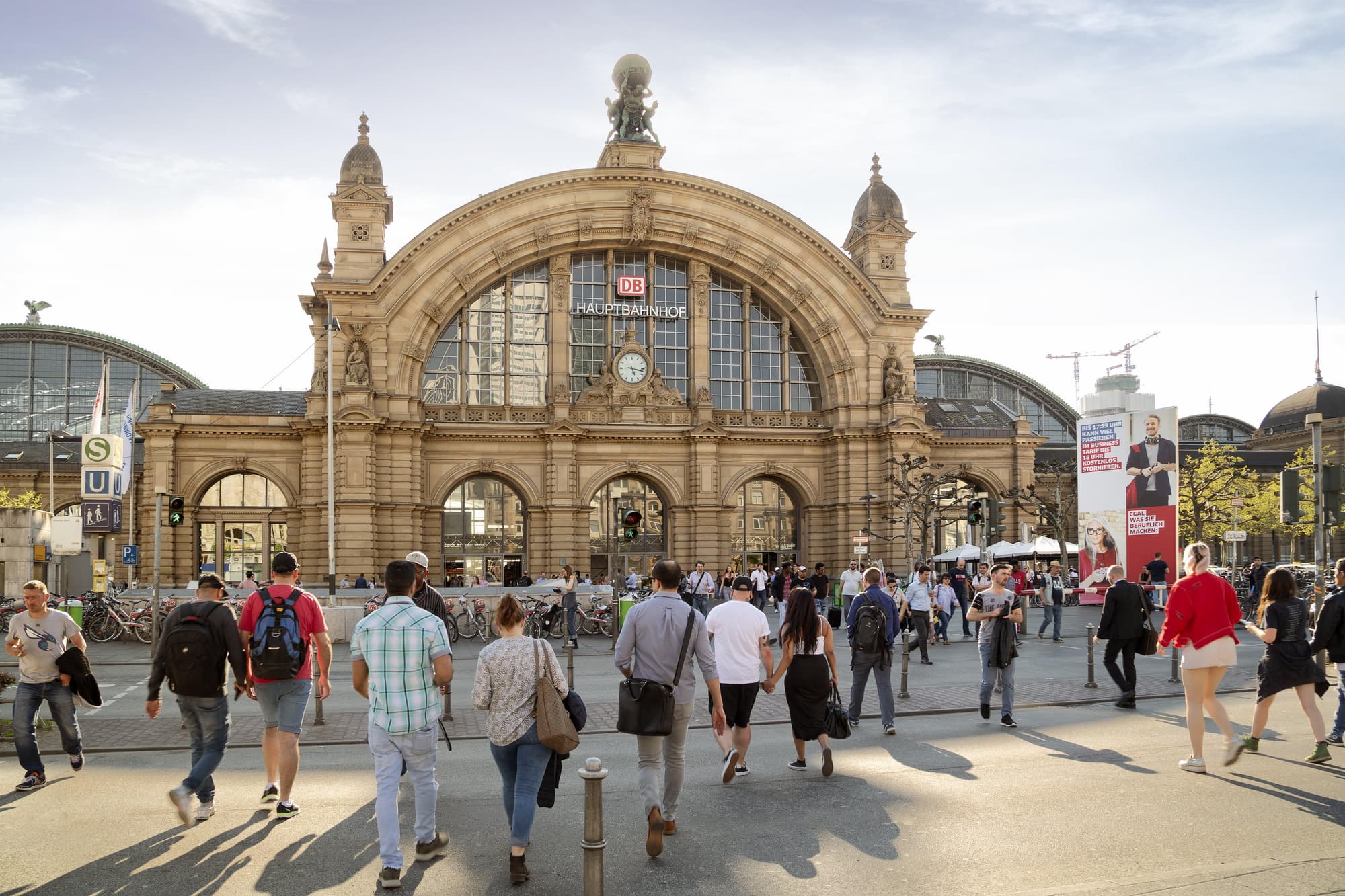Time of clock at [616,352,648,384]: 5:17
